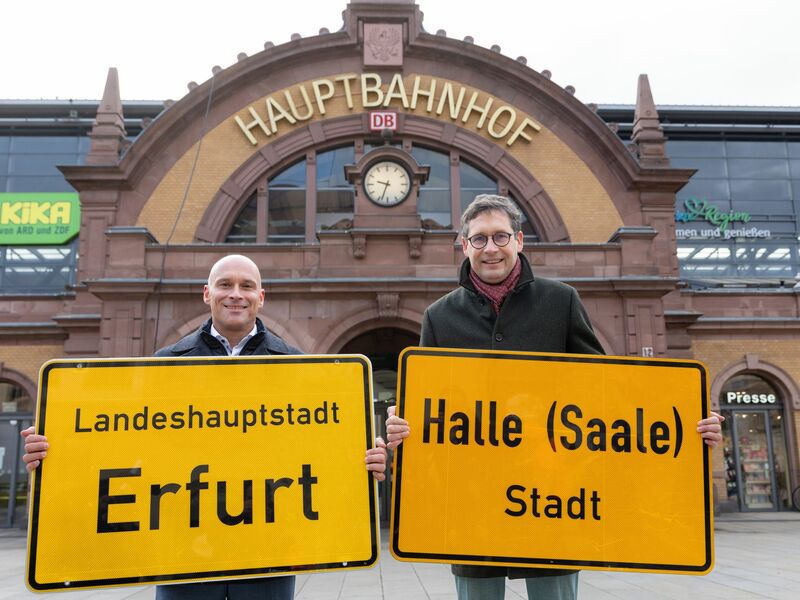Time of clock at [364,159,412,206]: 9:33
